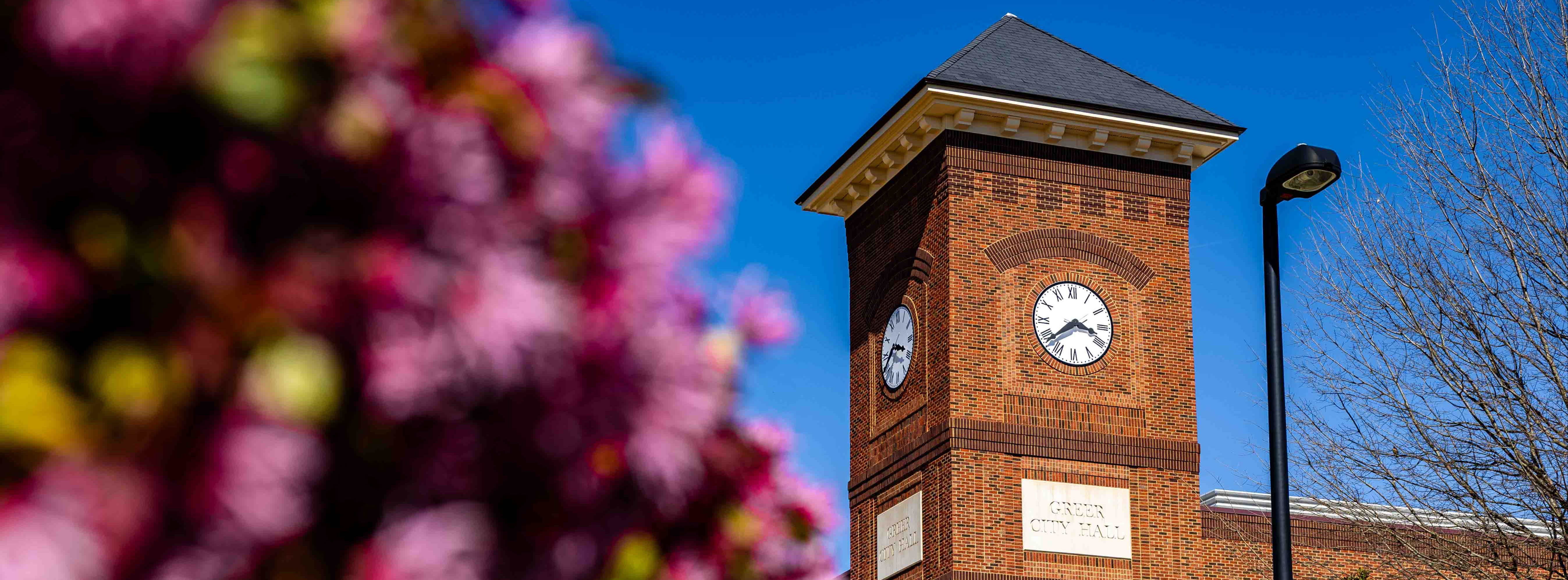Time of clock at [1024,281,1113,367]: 3:38
